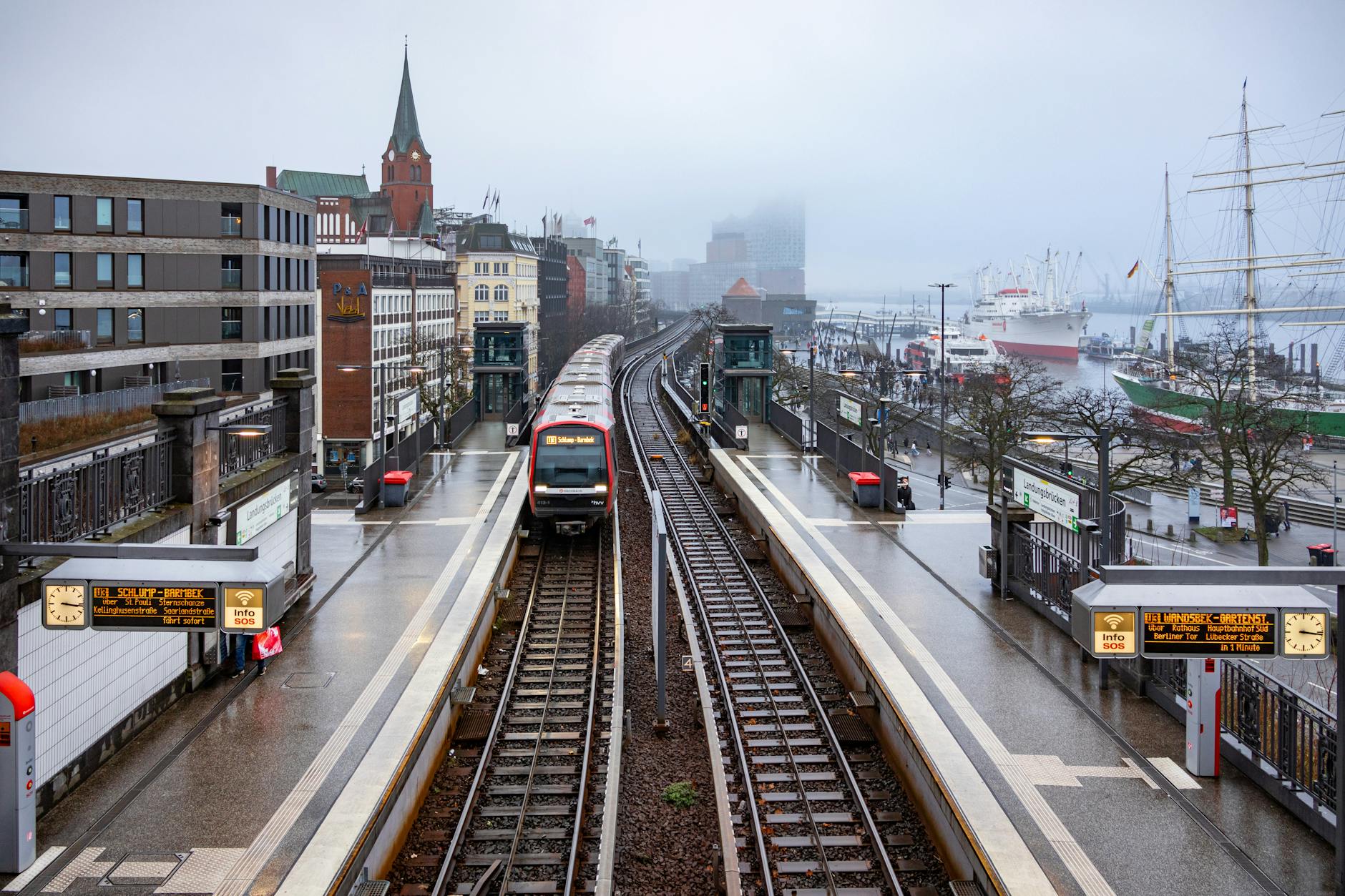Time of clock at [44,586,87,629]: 3:16
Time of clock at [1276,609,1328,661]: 3:16
